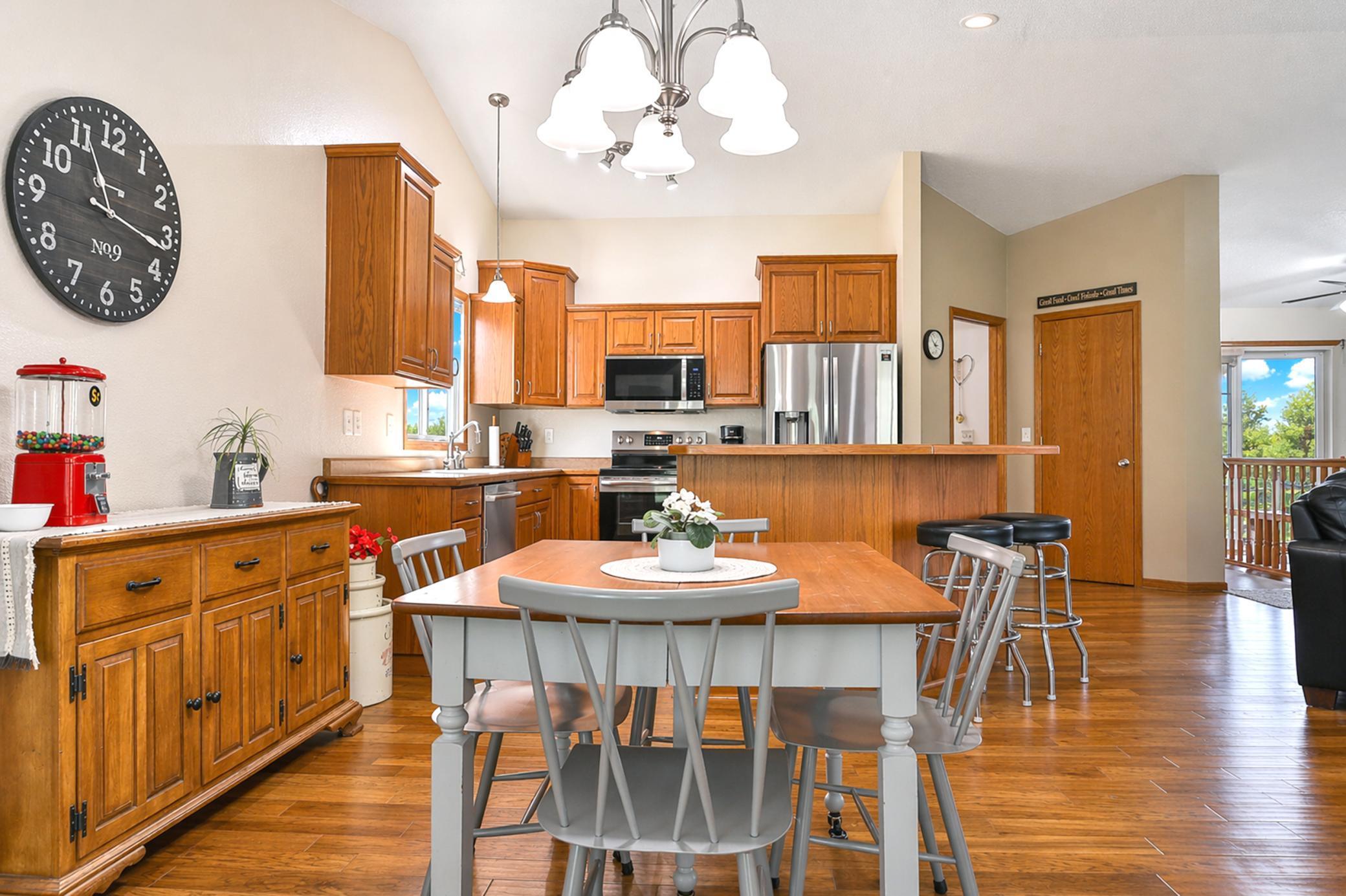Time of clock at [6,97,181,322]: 11:17
